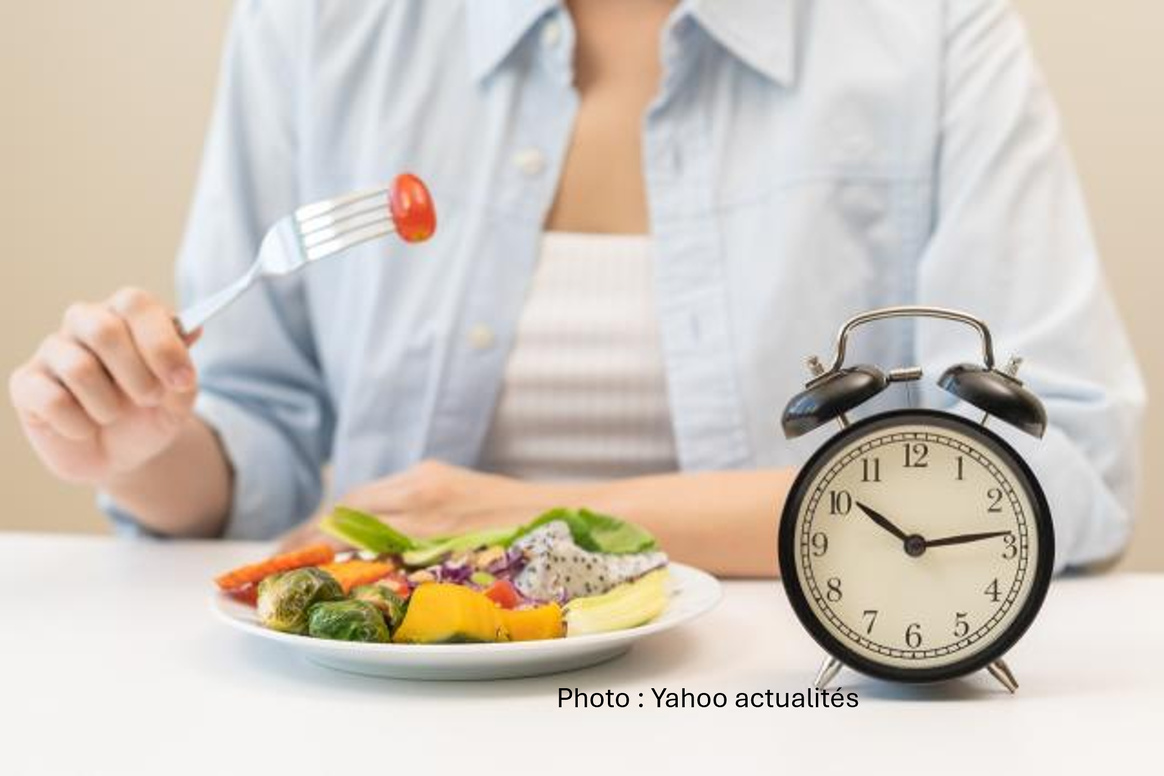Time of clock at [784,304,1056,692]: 10:13
